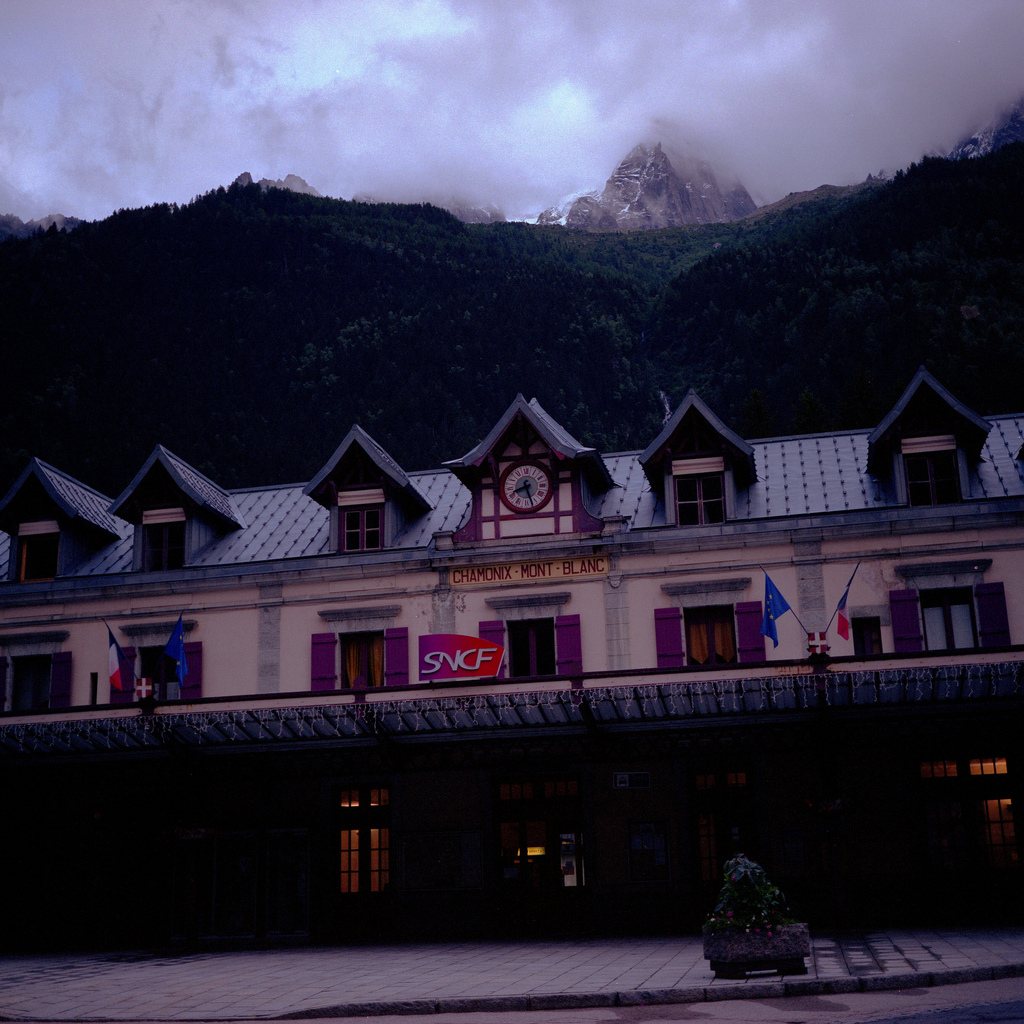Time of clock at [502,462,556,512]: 8:27
